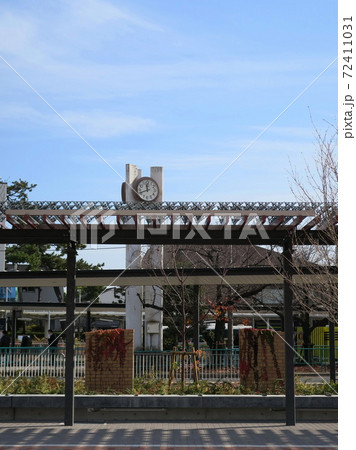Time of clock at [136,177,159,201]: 11:41
